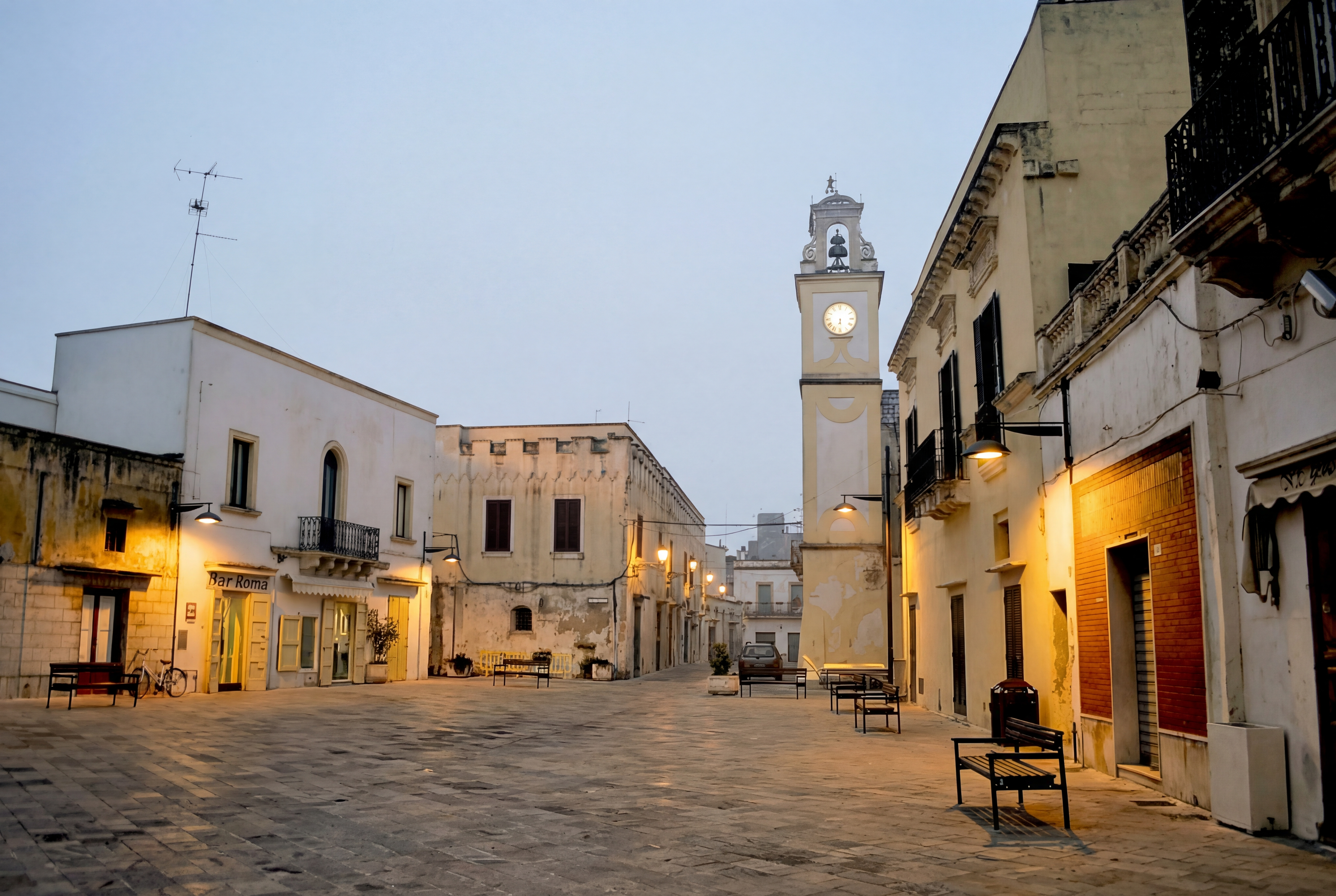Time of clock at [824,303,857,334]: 6:29
